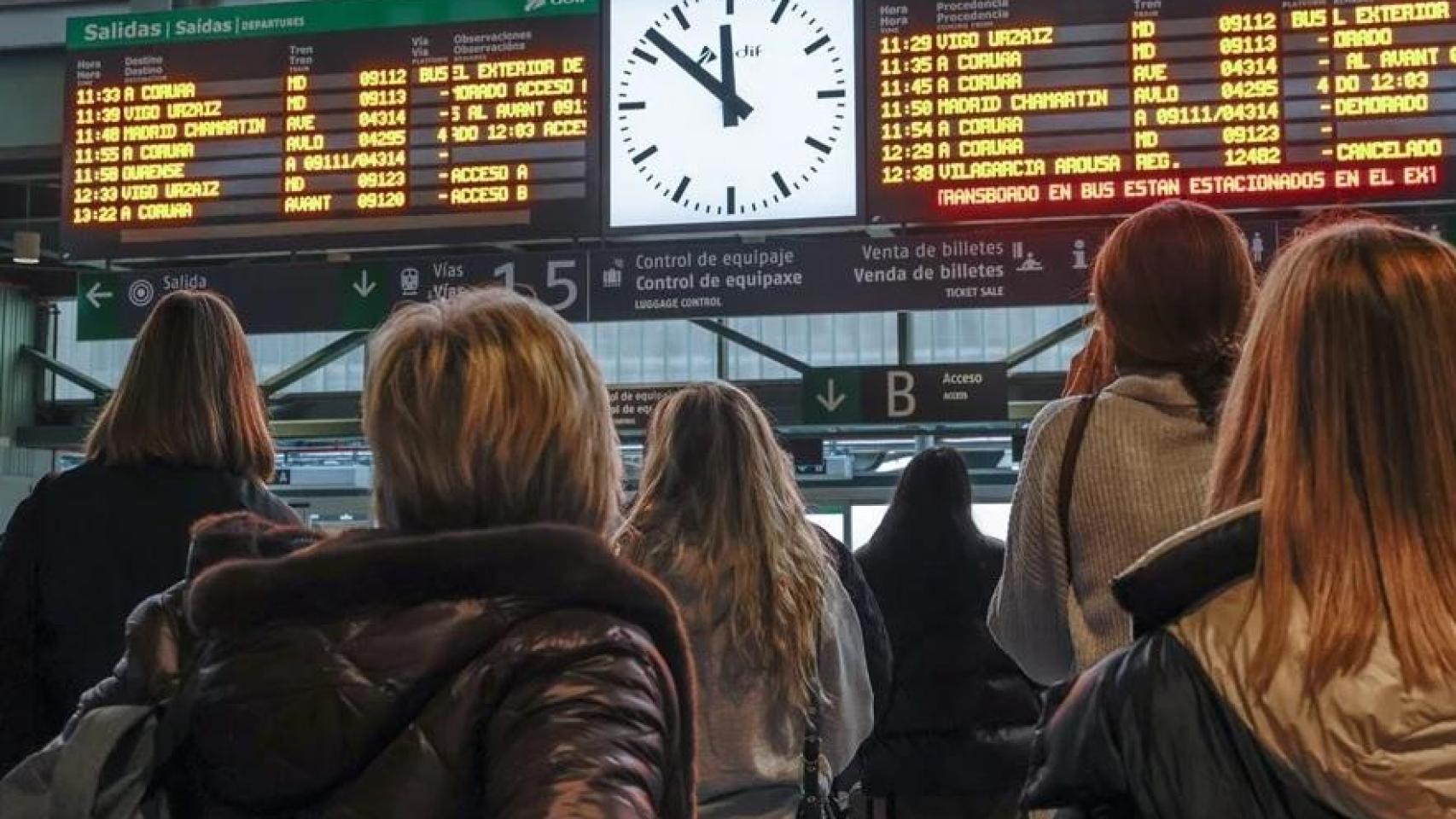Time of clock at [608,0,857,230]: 11:51
